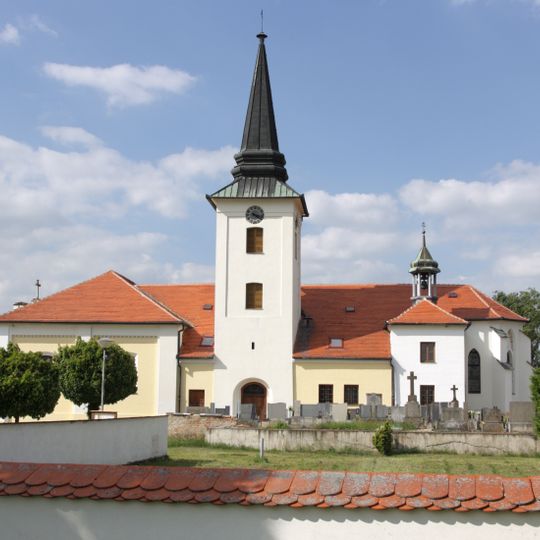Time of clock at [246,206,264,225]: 4:17
